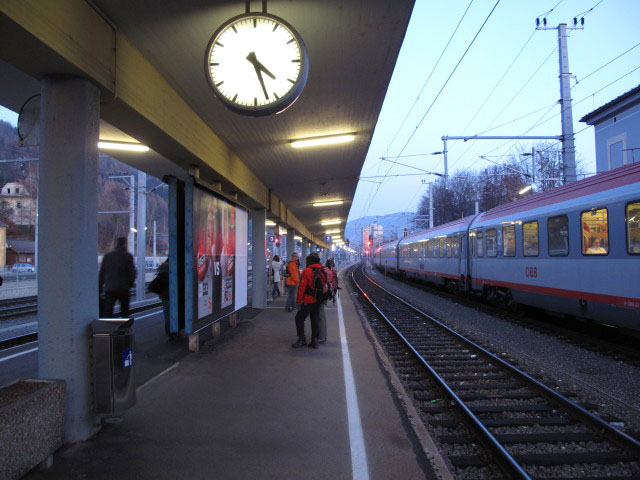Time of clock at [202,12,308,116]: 4:27
